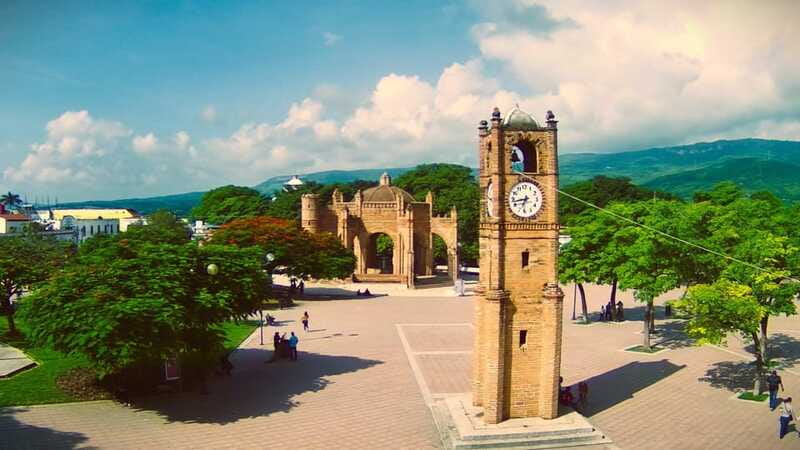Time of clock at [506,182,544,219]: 6:43
